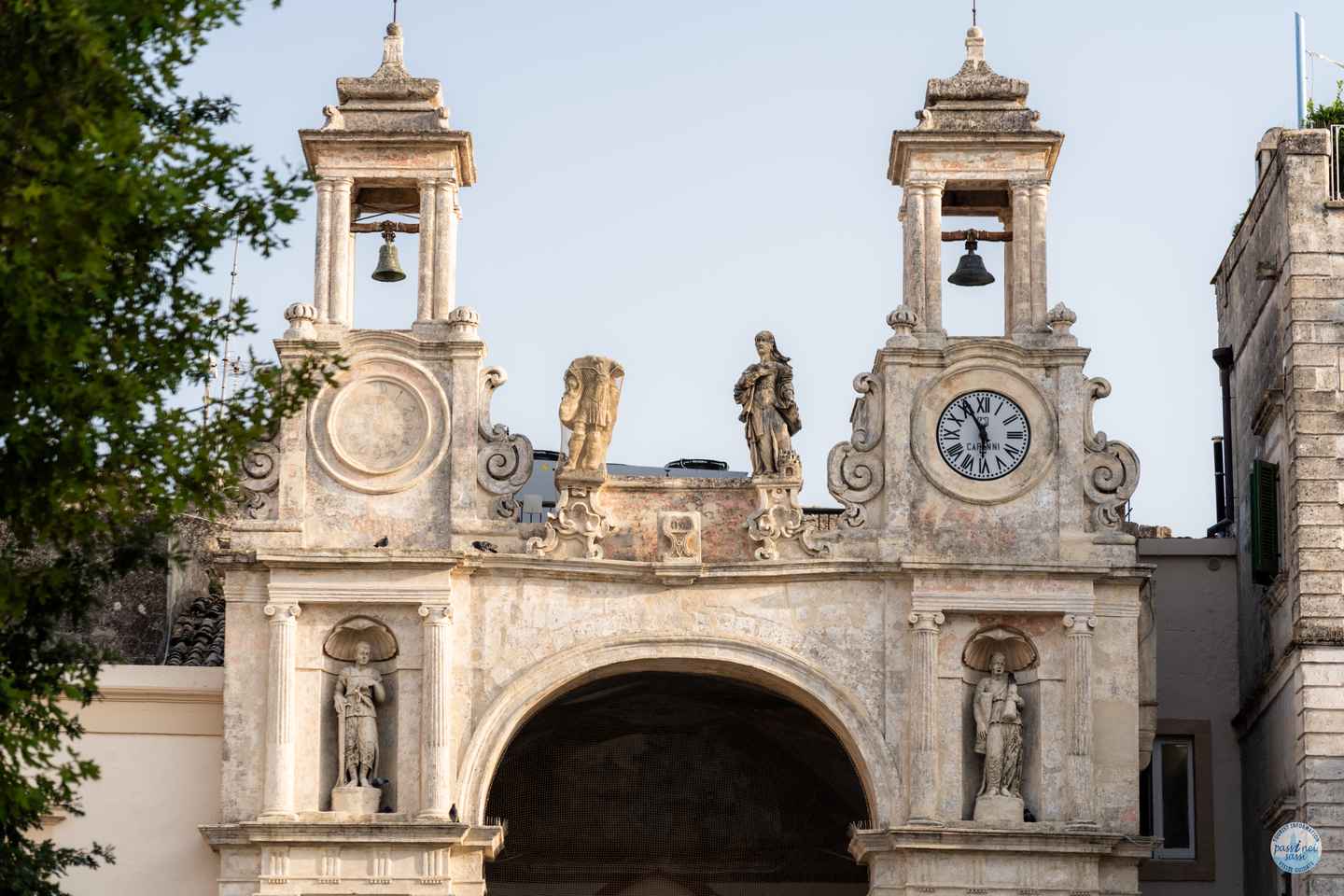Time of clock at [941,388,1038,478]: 5:55
